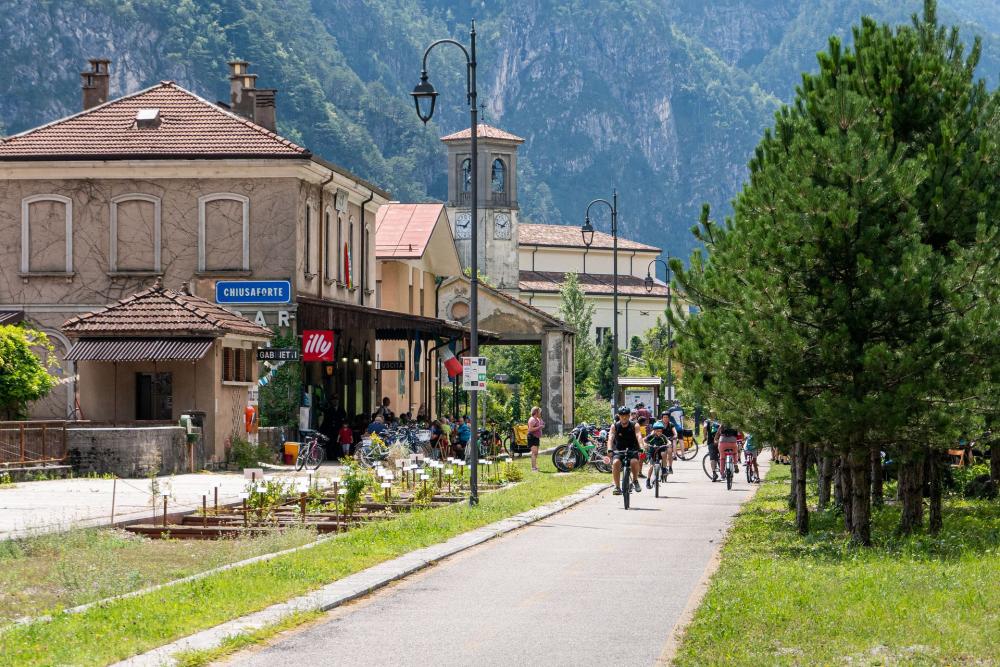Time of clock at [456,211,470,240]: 1:46
